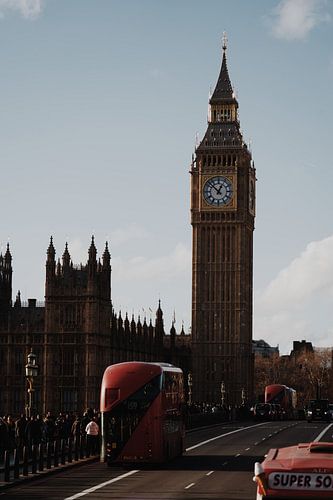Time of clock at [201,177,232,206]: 12:52
